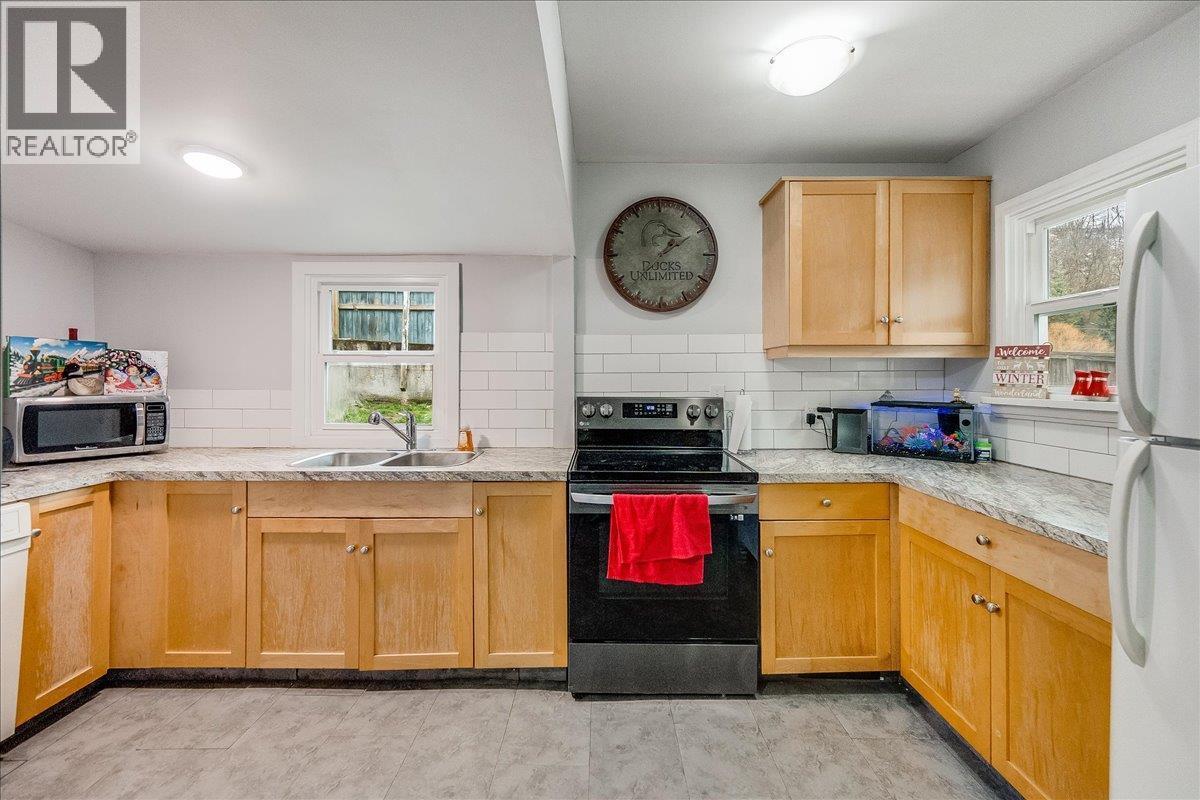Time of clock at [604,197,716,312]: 1:37
